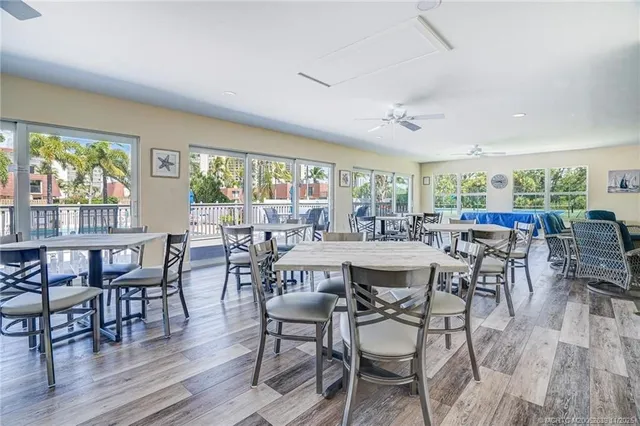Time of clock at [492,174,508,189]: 4:12
